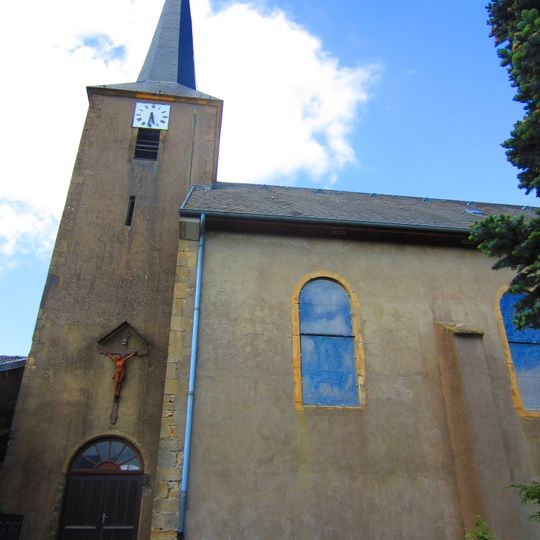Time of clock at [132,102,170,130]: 5:31
